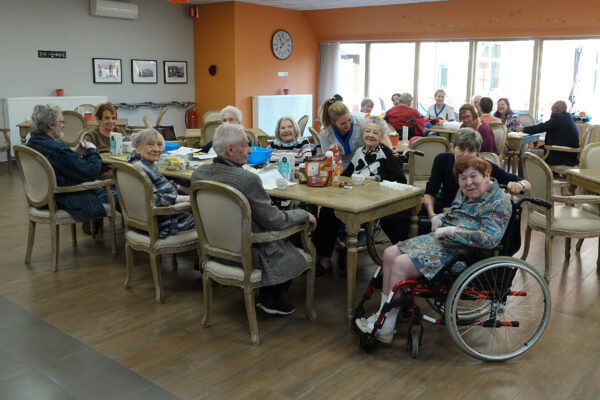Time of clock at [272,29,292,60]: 11:08
